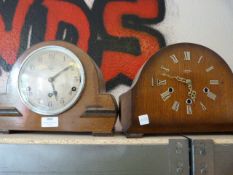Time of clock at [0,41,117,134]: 5:09
